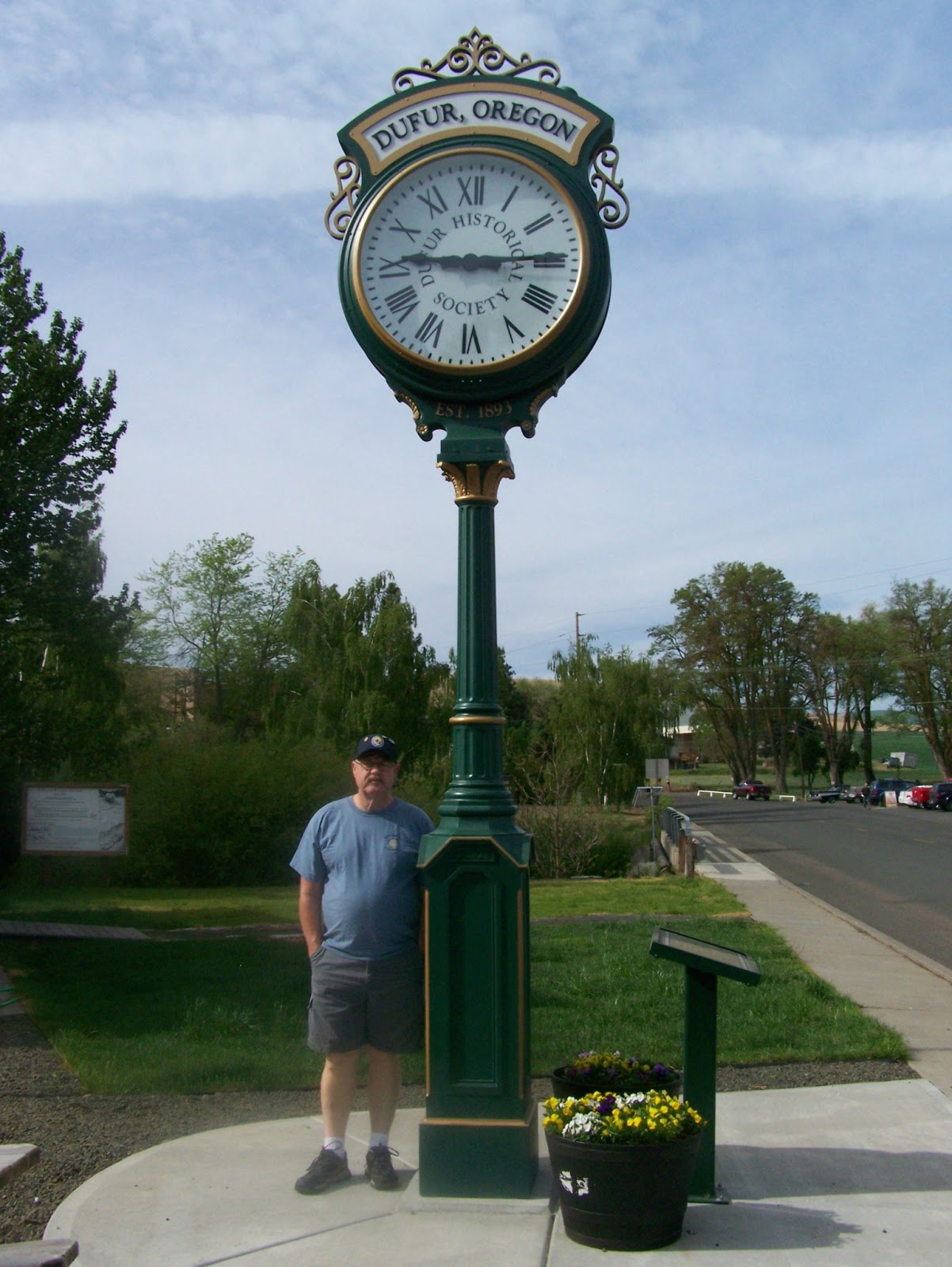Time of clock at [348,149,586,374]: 9:14
